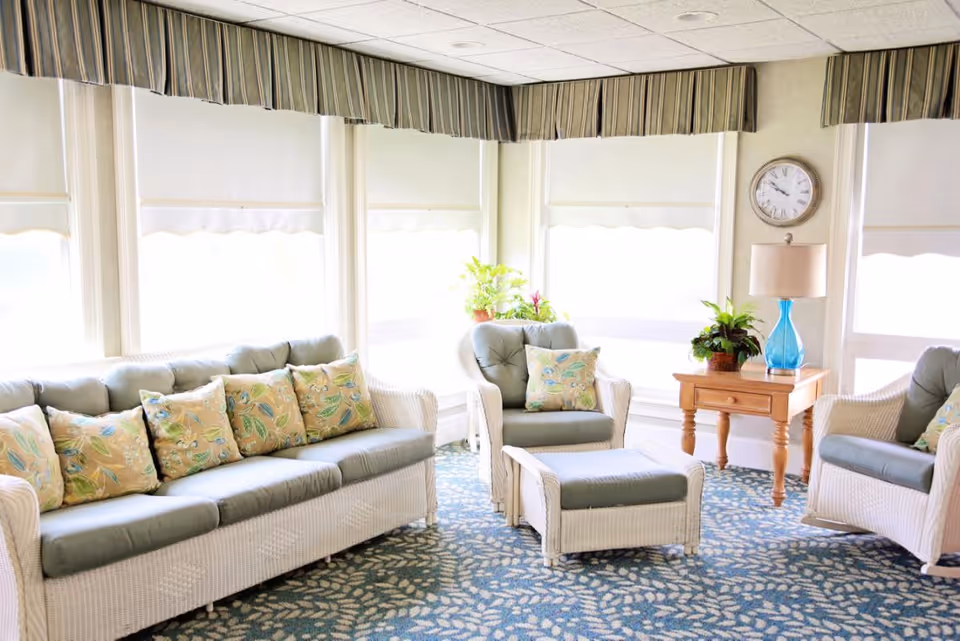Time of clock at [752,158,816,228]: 9:51
